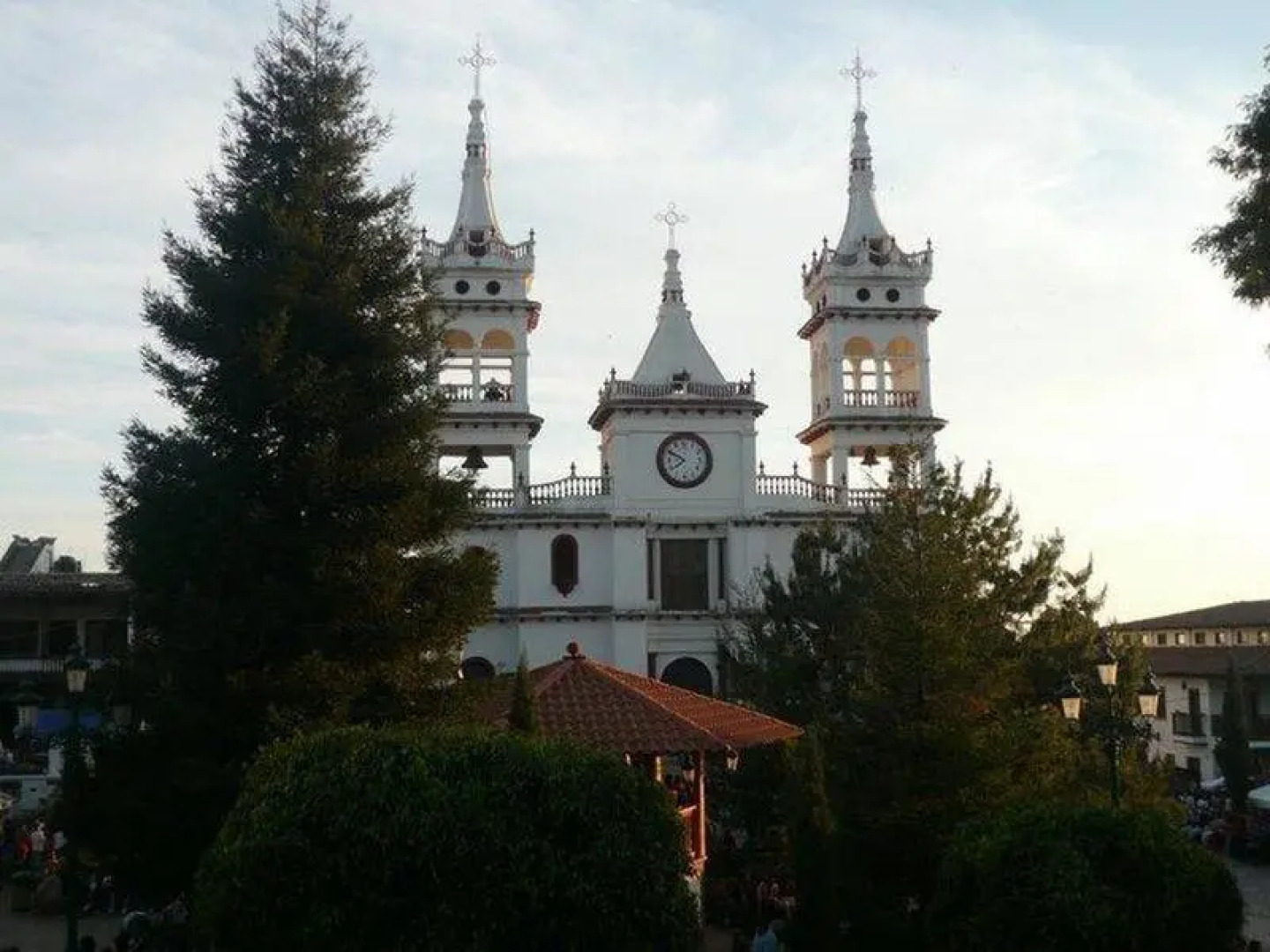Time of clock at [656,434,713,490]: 7:49
